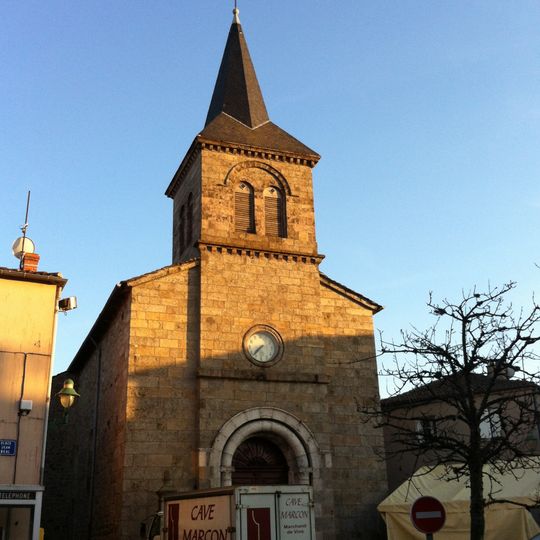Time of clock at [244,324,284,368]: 7:37
